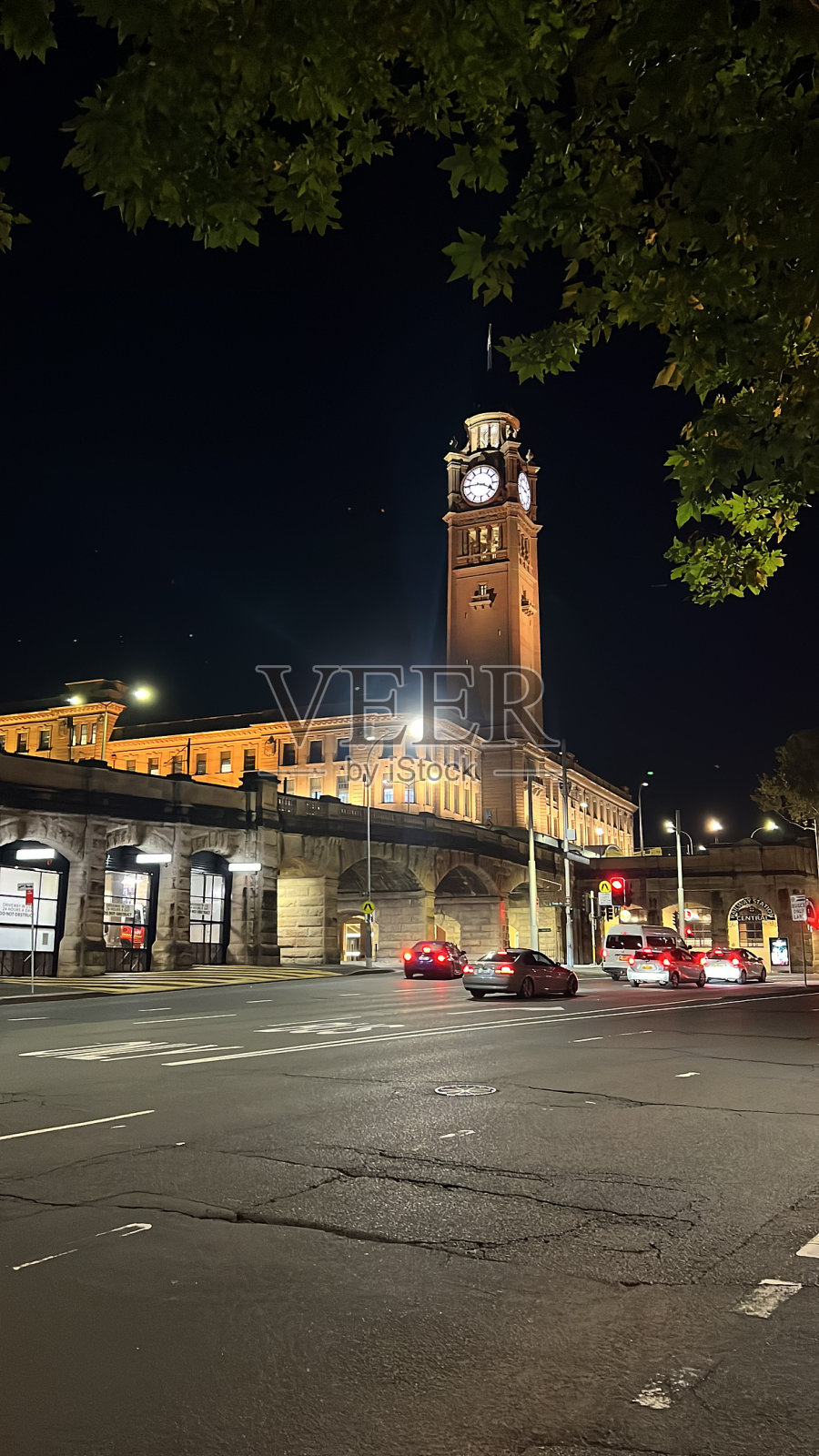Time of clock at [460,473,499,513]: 3:45
